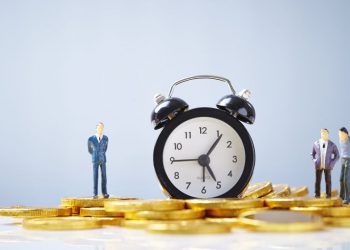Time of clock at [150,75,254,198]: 5:06
